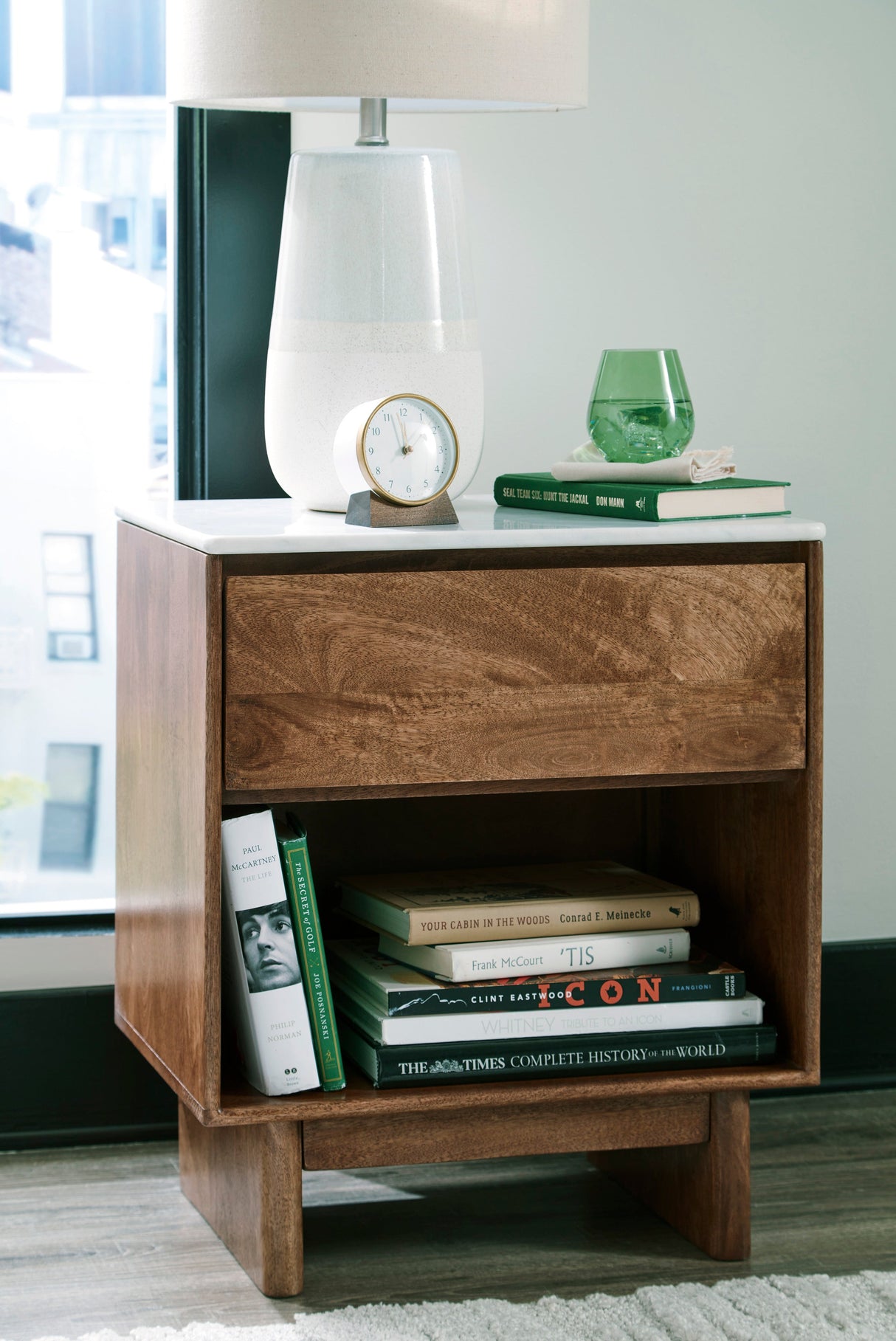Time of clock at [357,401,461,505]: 7:58
